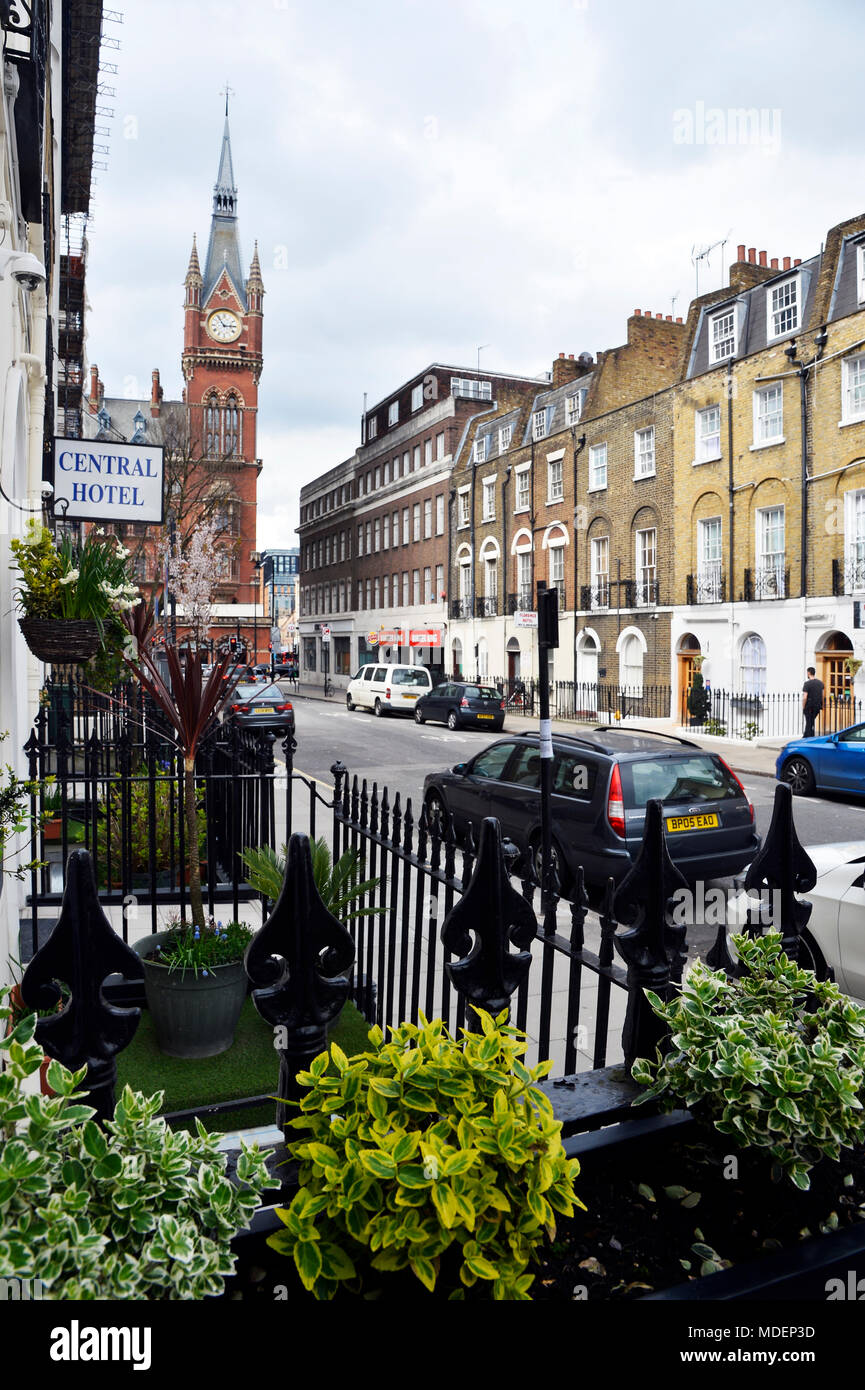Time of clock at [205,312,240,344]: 2:54
